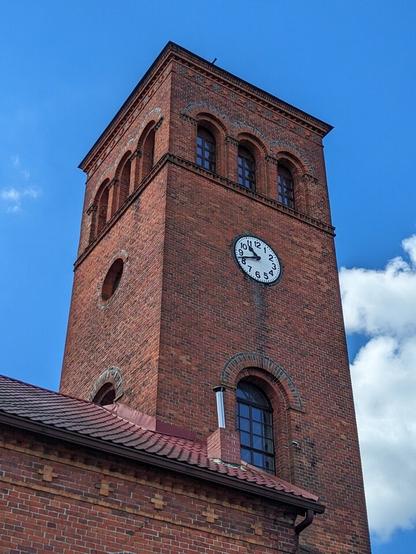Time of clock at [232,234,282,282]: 10:41
